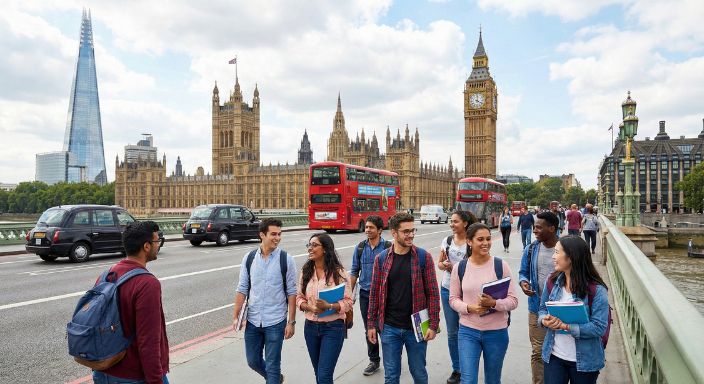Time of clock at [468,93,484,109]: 4:01
